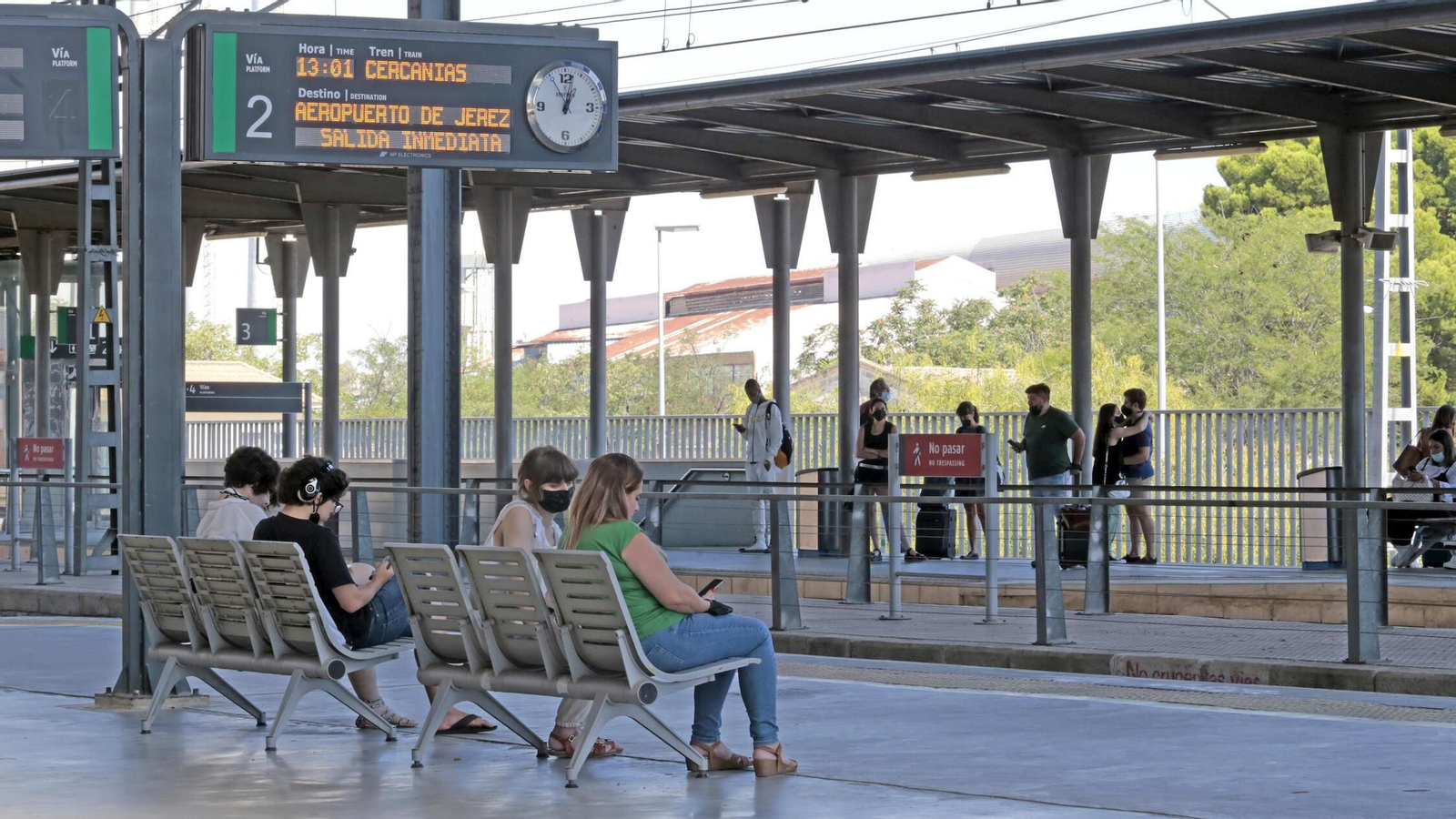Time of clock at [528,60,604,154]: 1:02
